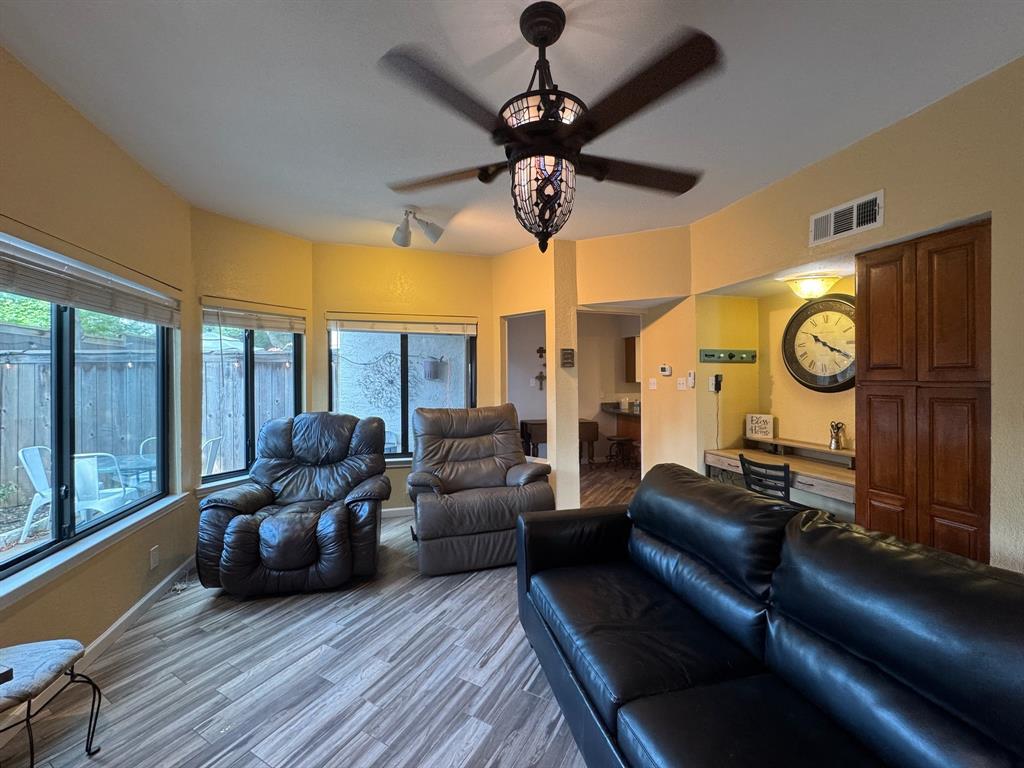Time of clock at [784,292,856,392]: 10:19
